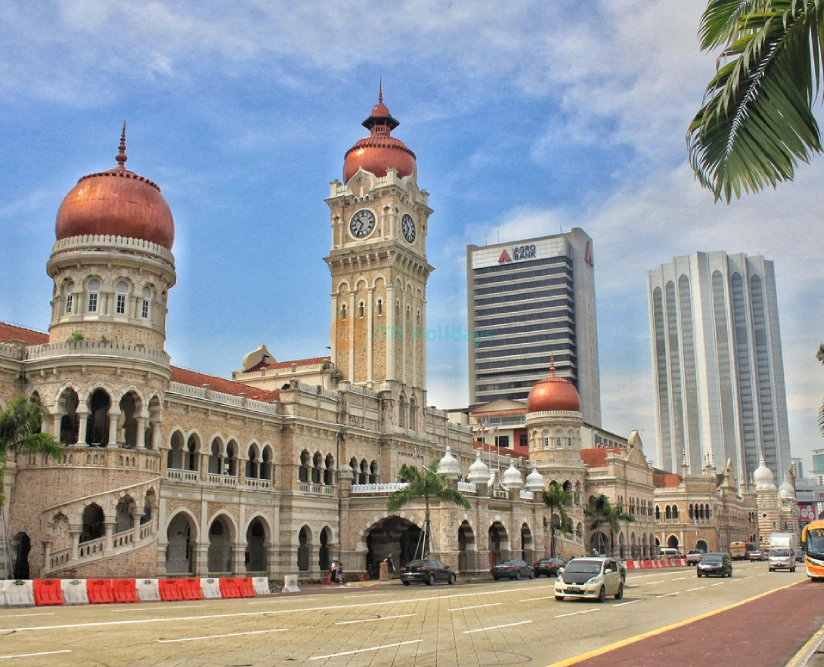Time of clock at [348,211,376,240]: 10:34
